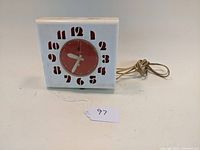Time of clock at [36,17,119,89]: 9:34
